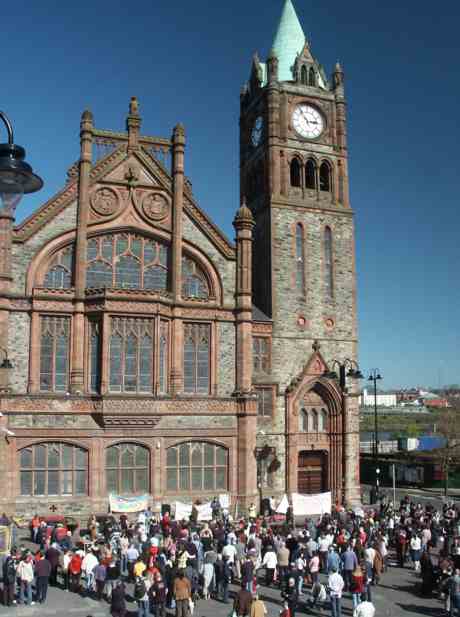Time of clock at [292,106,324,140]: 2:53
